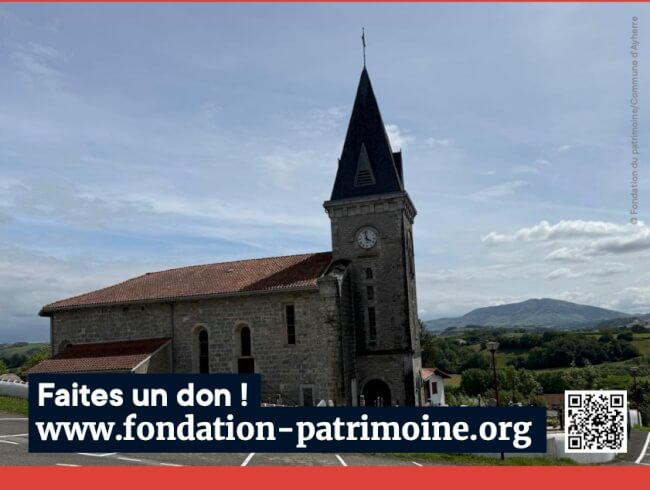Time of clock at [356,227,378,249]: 3:58
